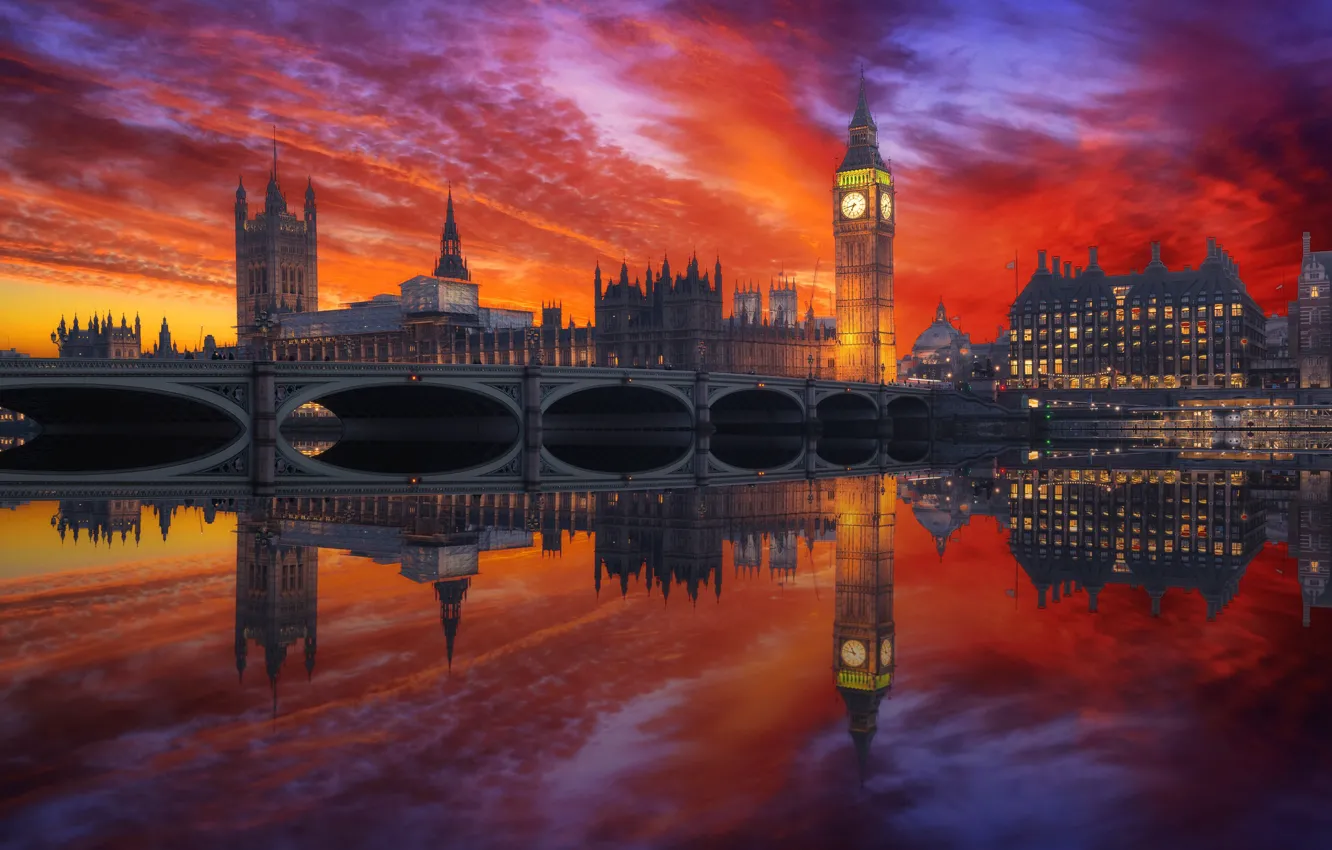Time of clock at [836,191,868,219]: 6:42
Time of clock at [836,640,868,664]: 10:47
